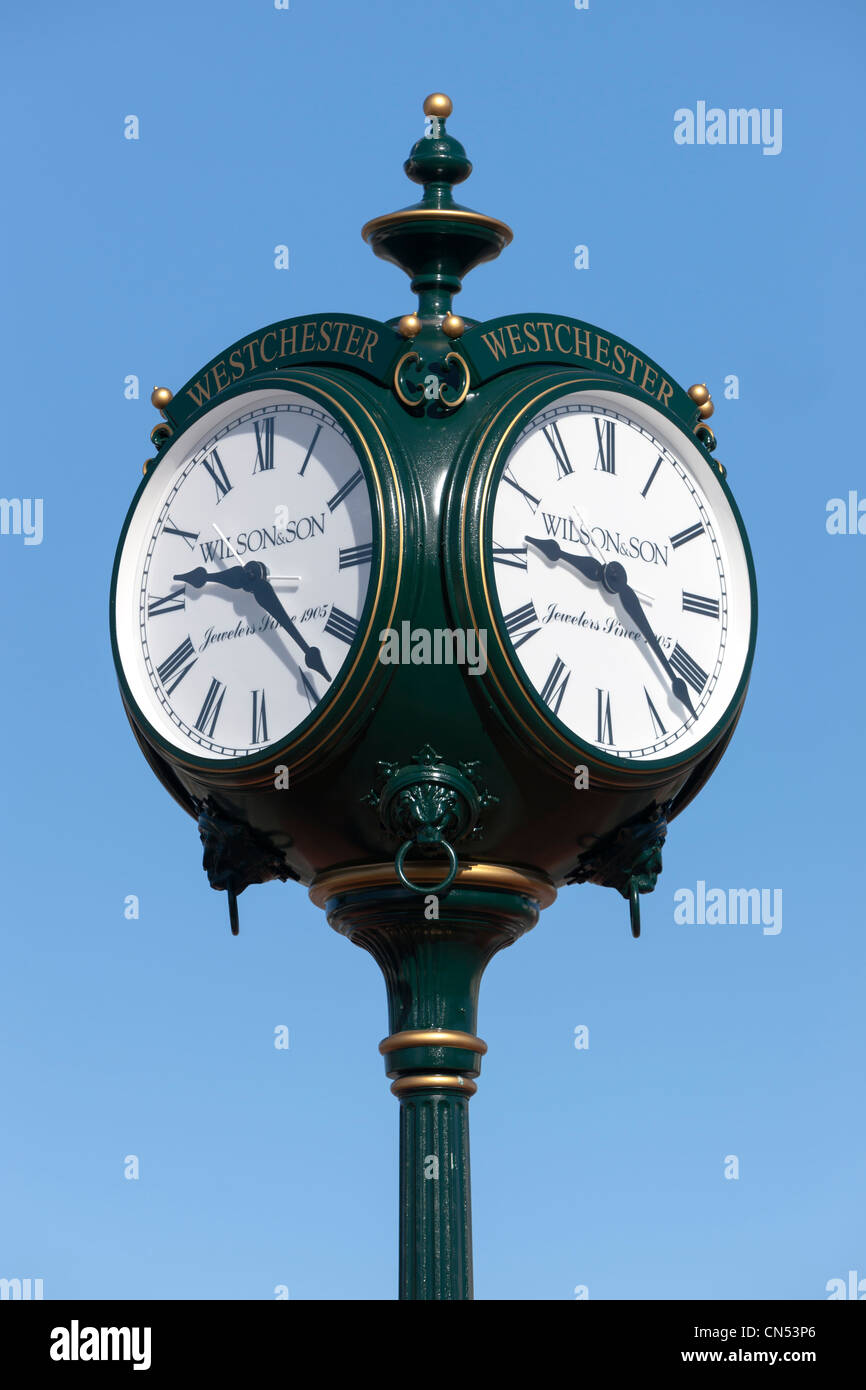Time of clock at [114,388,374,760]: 9:22
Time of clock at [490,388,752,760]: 9:21
